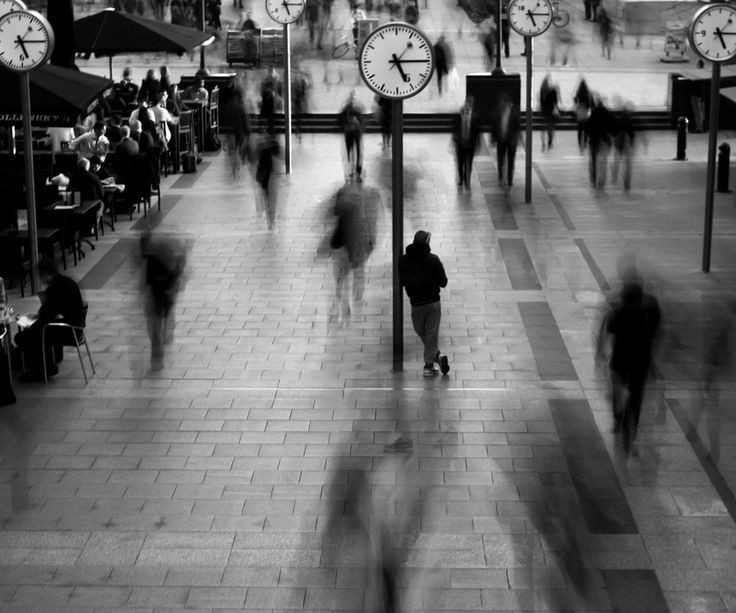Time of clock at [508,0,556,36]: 5:15
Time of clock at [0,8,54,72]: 5:15
